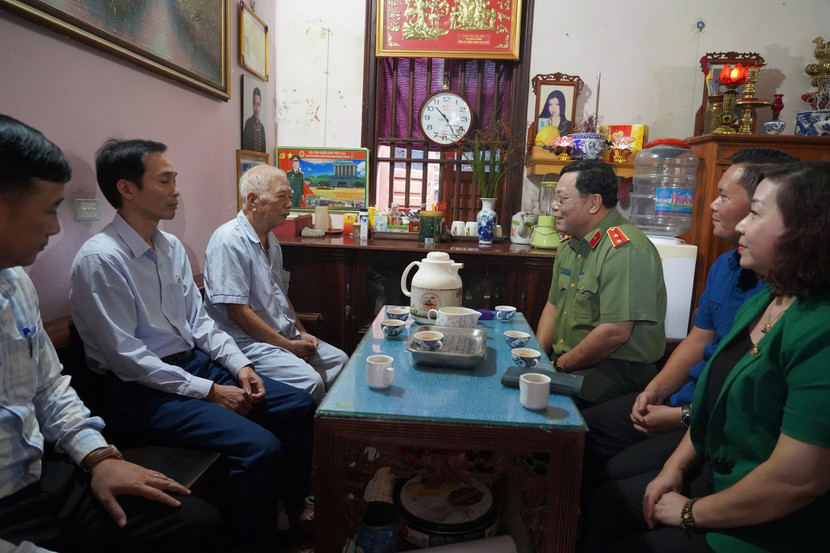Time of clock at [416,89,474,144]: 10:24
